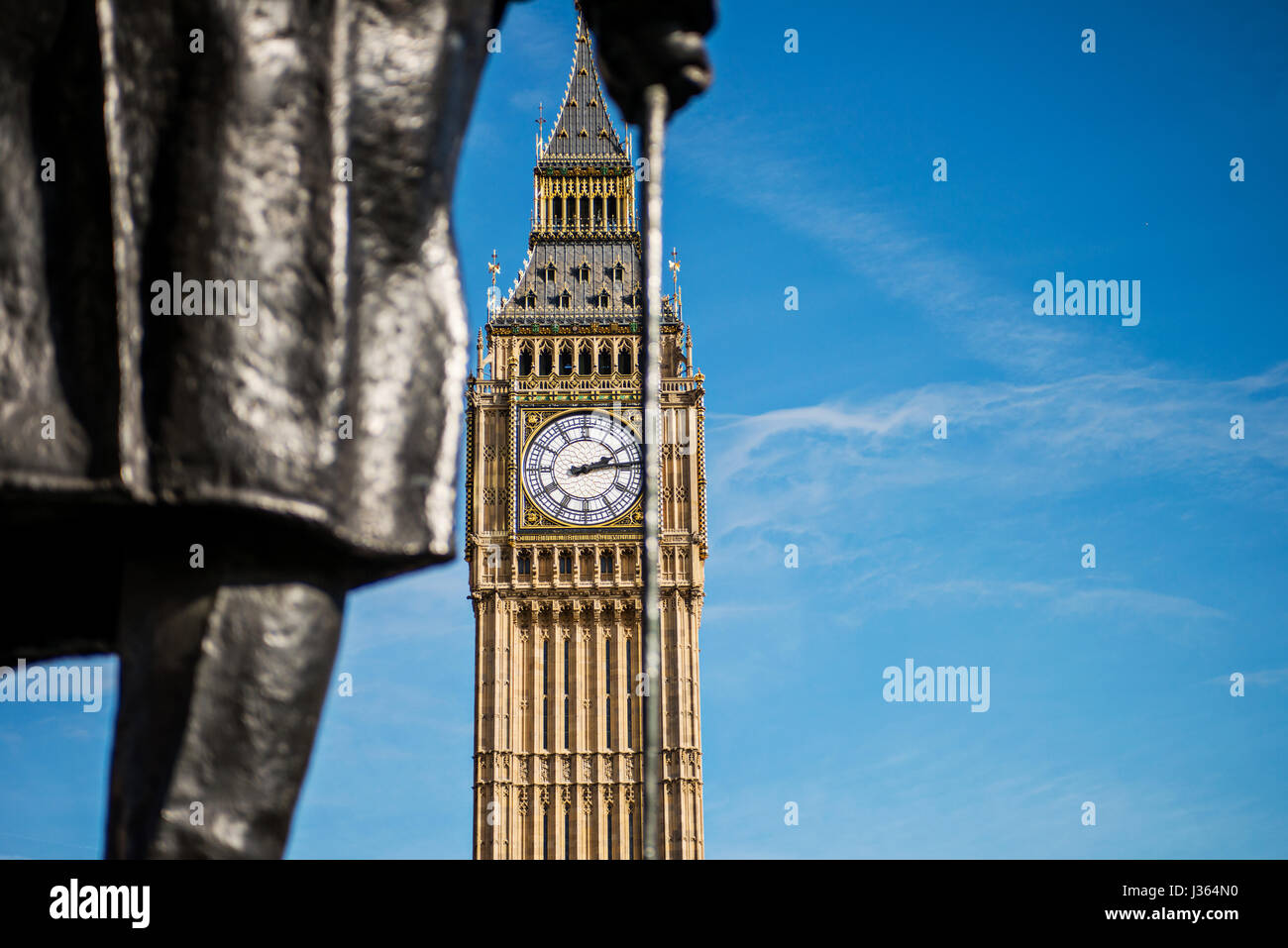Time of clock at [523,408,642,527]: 2:13
